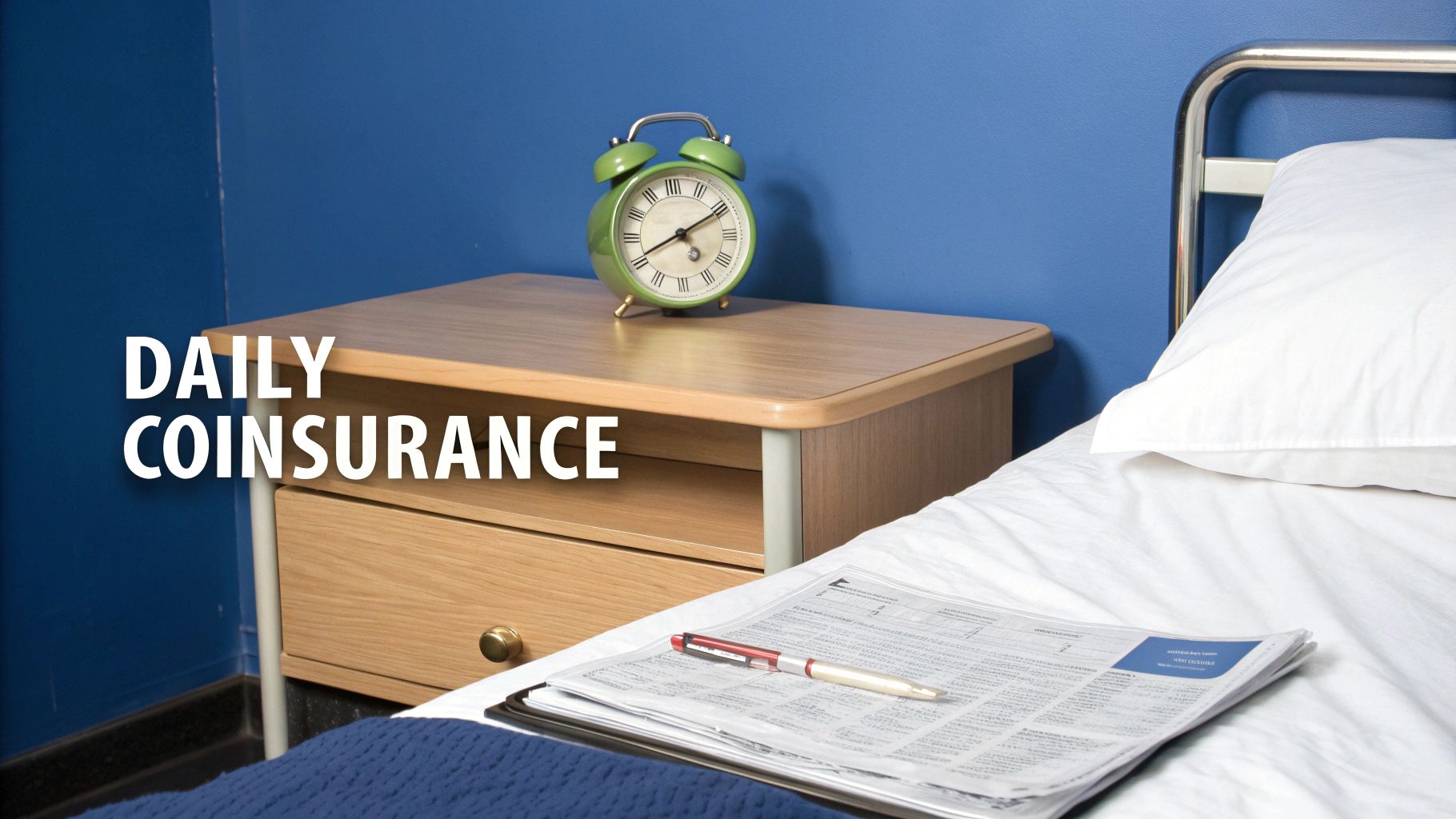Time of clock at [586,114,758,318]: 8:10
